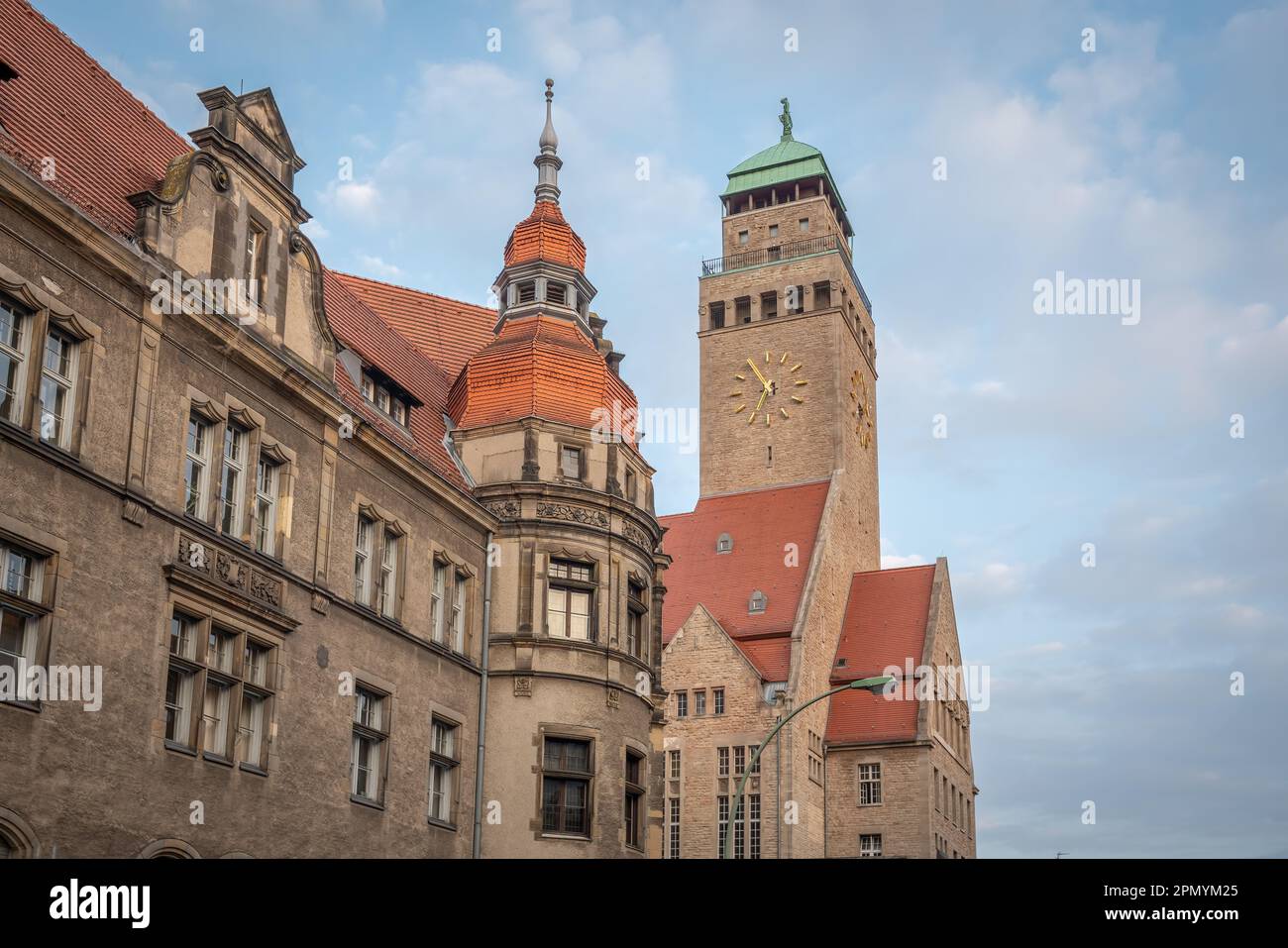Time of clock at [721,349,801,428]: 6:54
